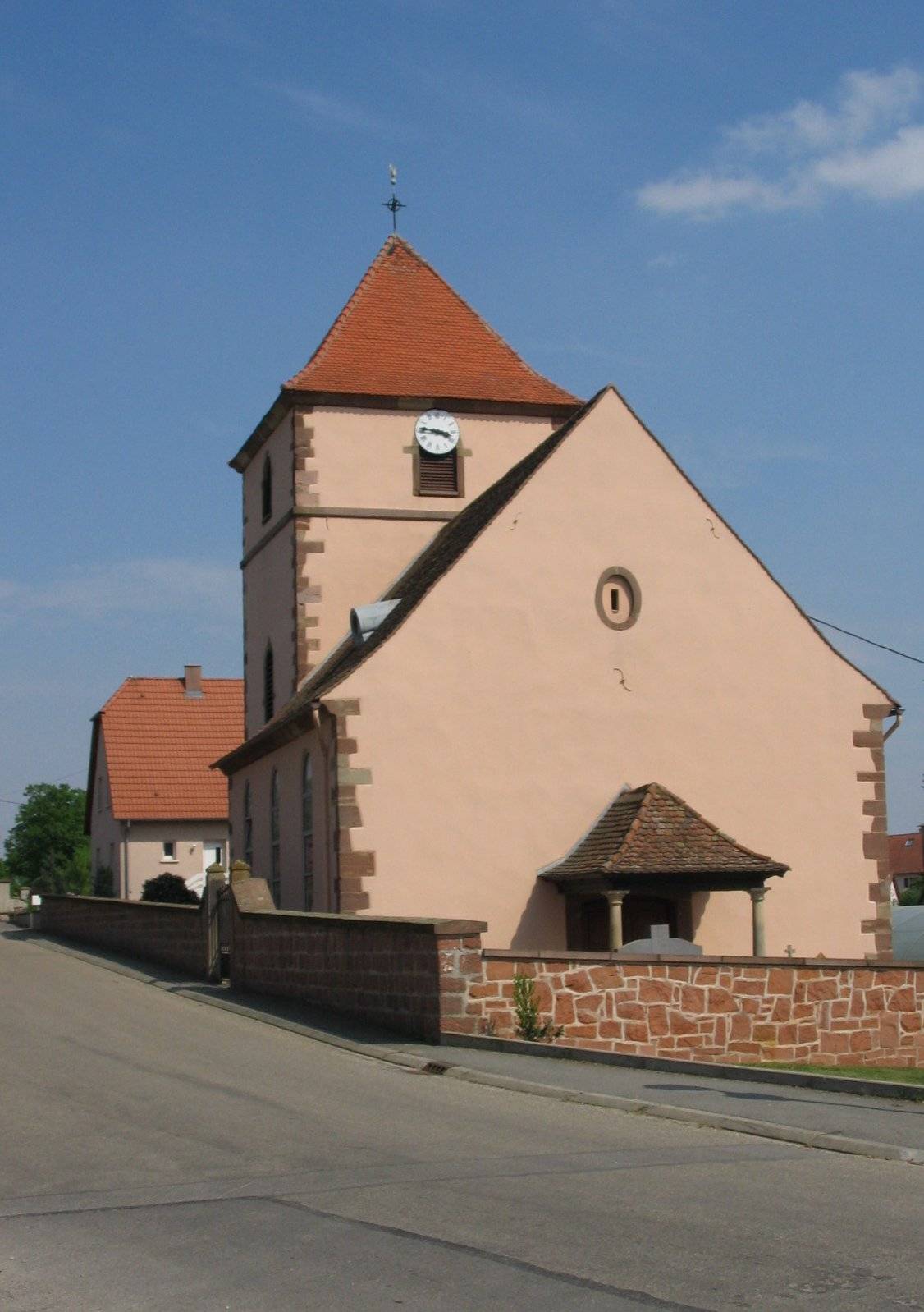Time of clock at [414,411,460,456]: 3:46
